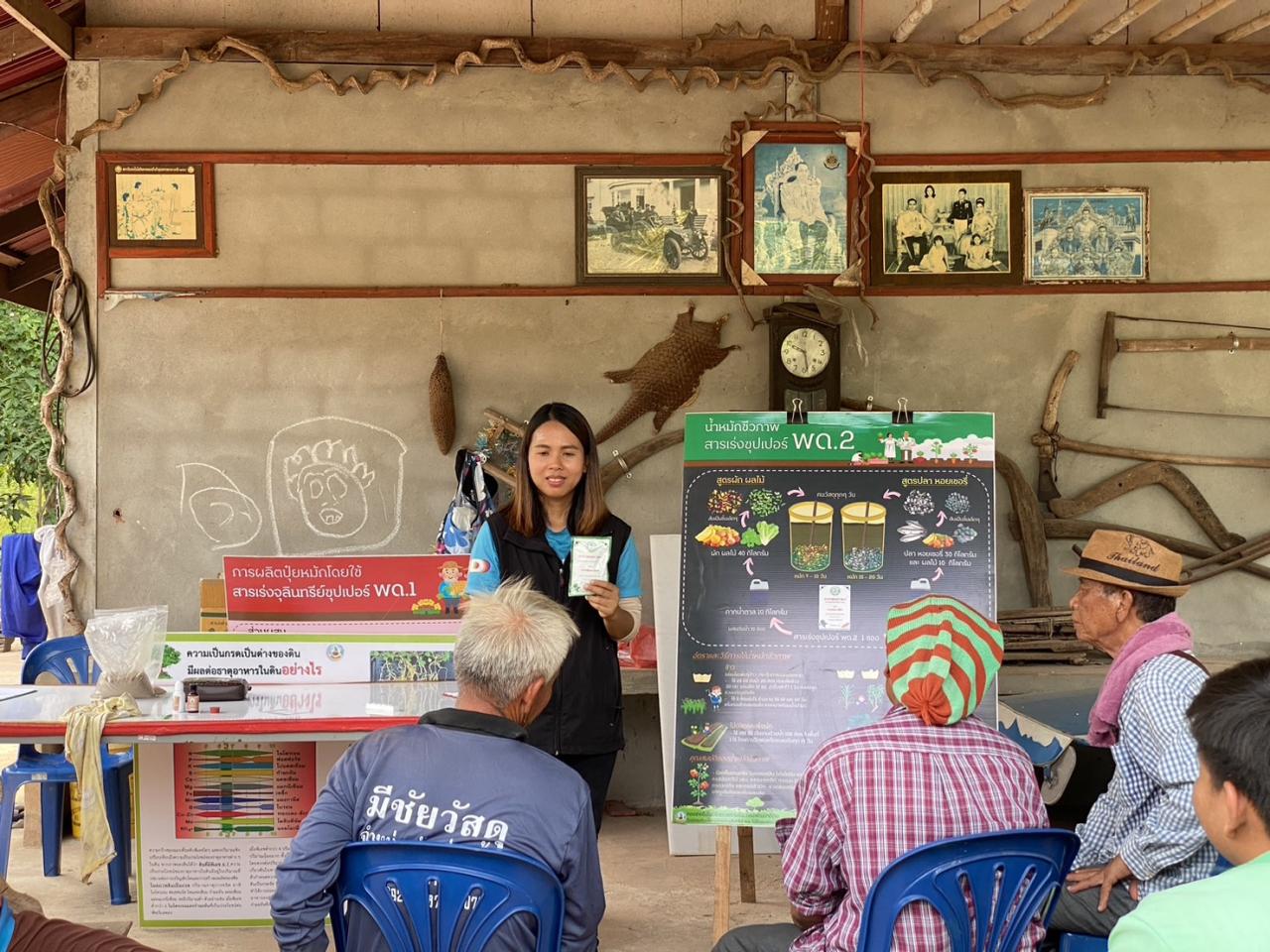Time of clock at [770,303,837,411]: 5:49
